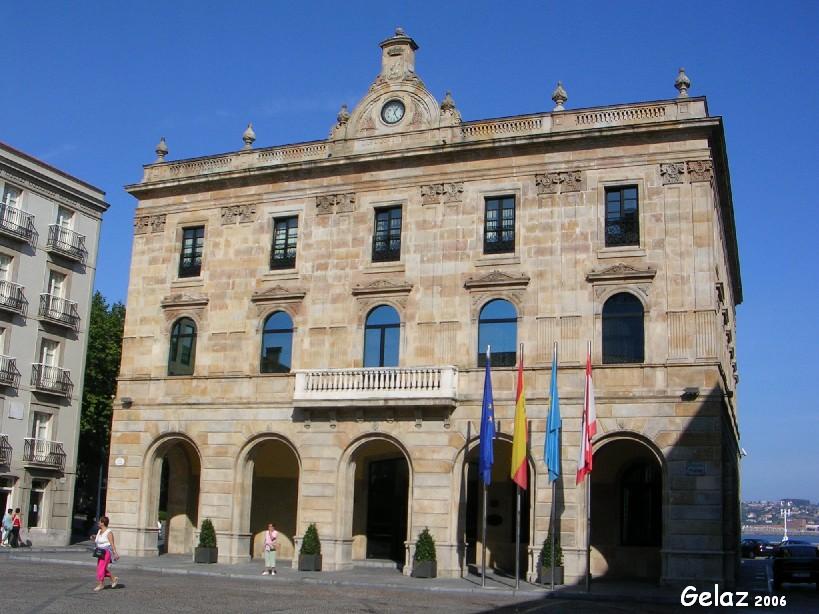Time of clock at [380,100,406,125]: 5:05
